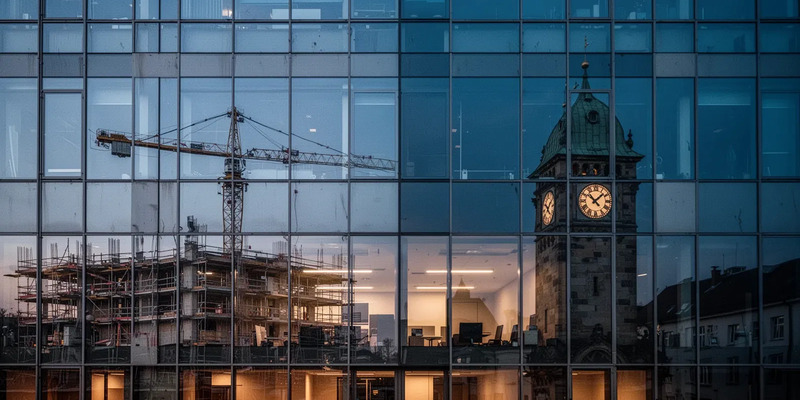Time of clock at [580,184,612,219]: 10:07
